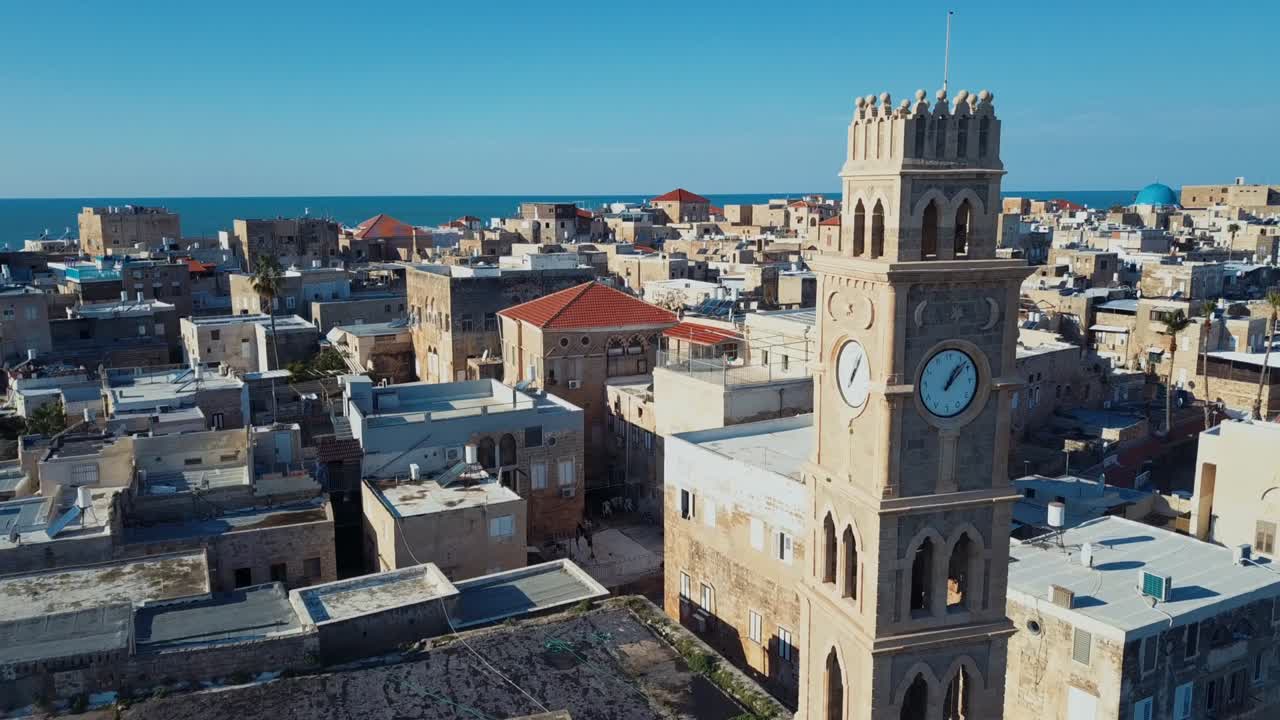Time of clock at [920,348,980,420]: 1:07
